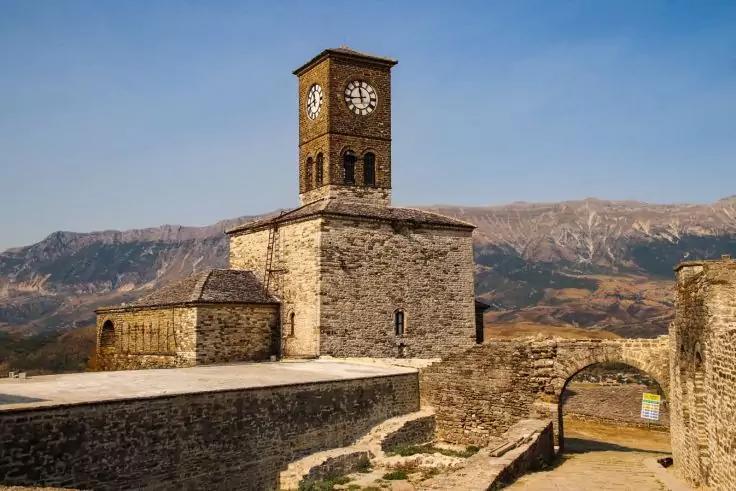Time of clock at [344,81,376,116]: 11:43
